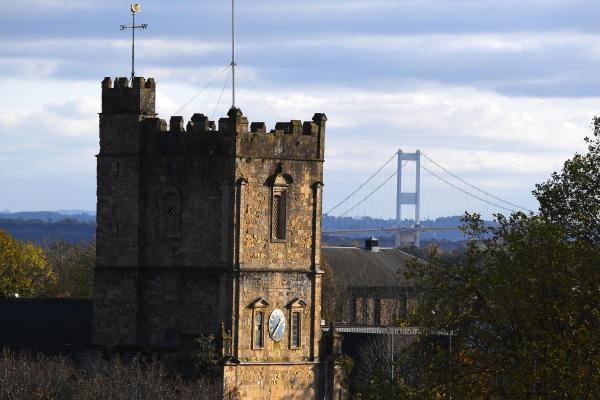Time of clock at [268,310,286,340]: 7:37
